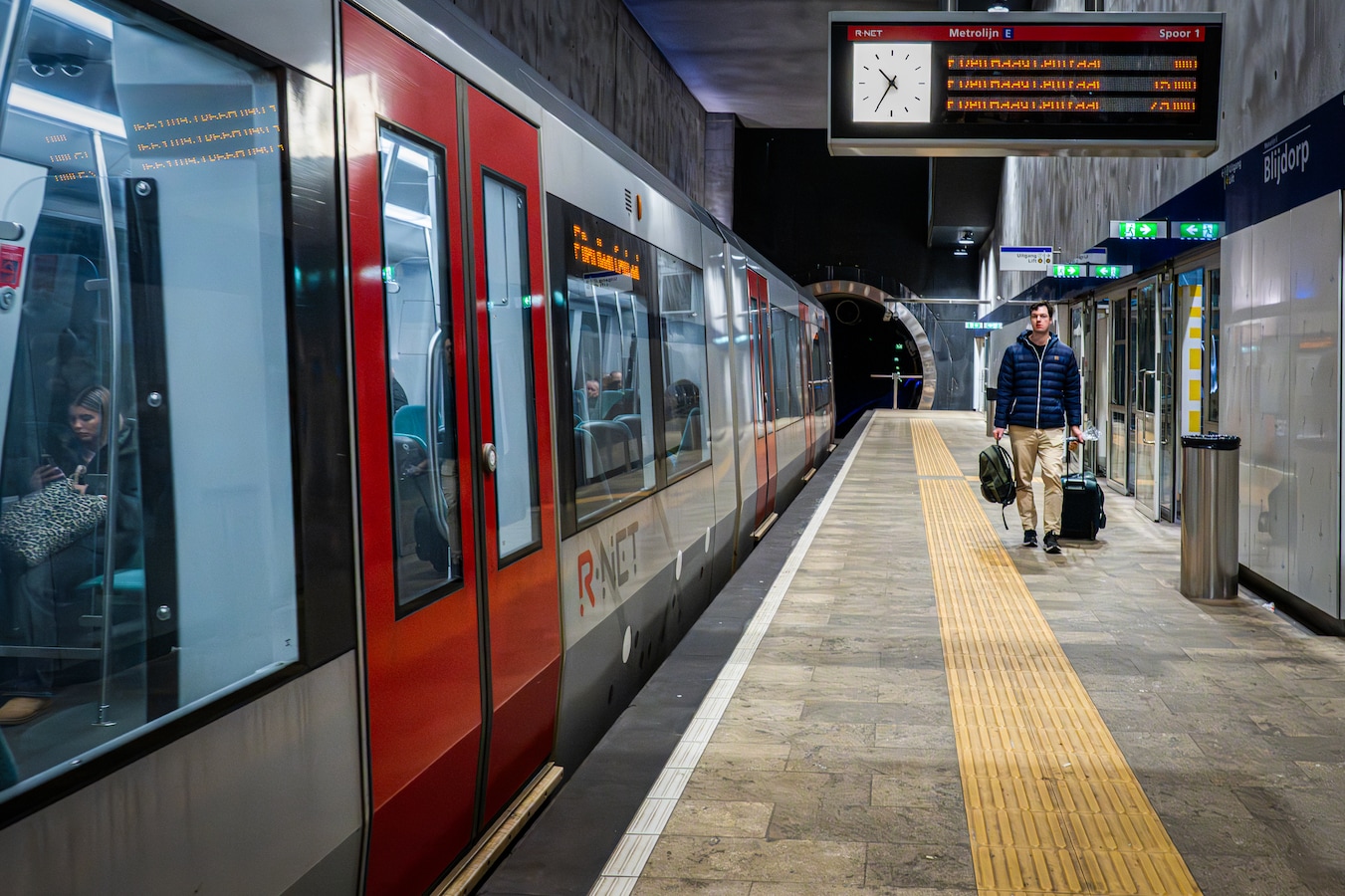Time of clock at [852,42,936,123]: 10:35
